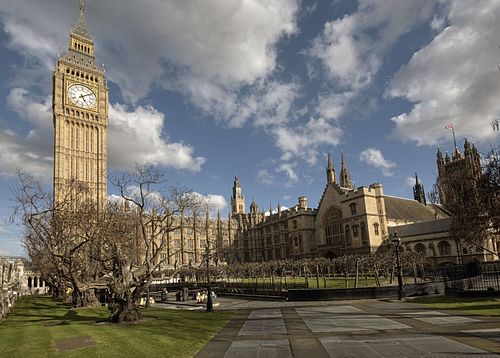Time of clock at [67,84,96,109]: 5:09
